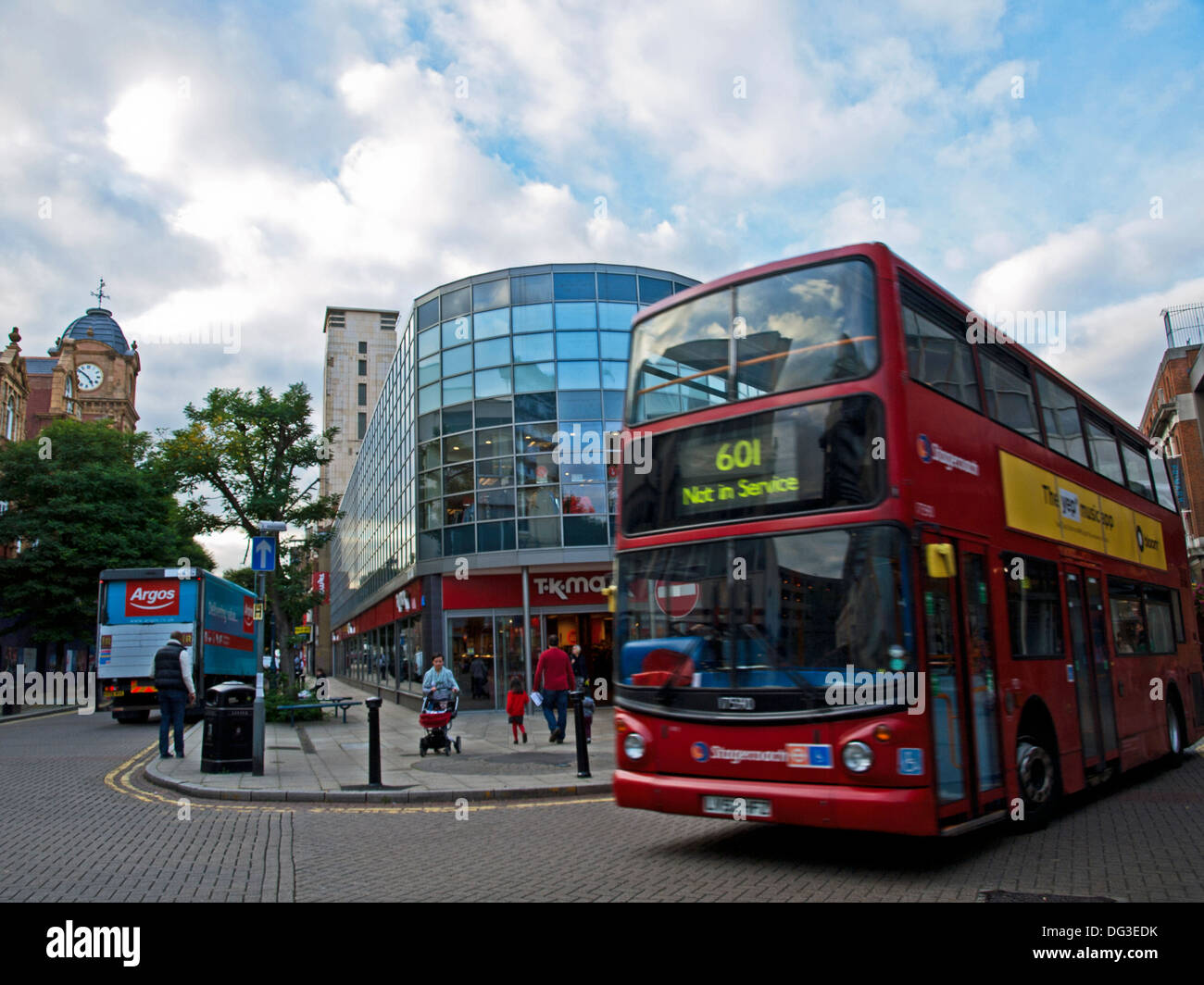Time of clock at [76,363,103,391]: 4:50
